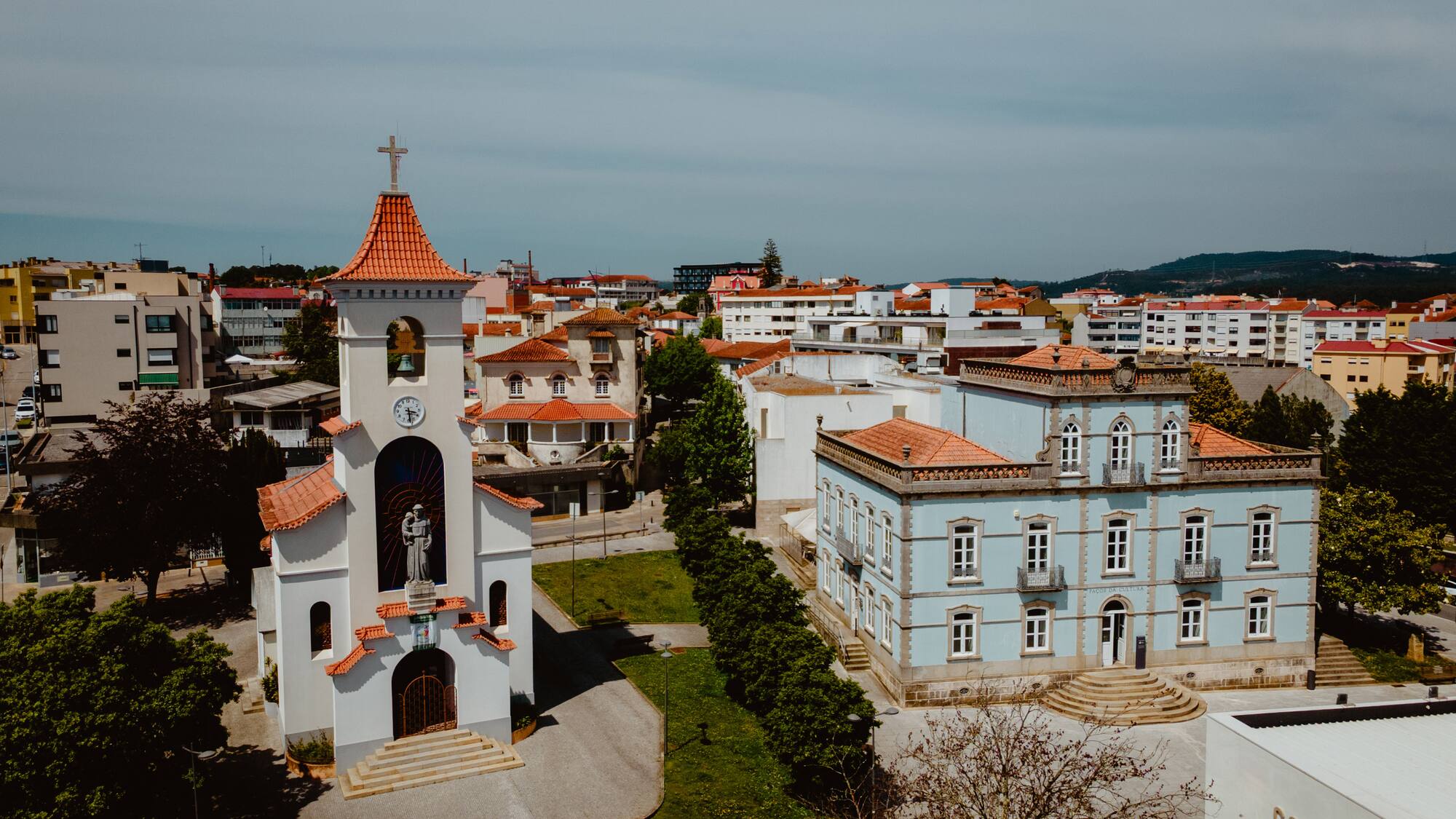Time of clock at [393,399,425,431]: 3:28
